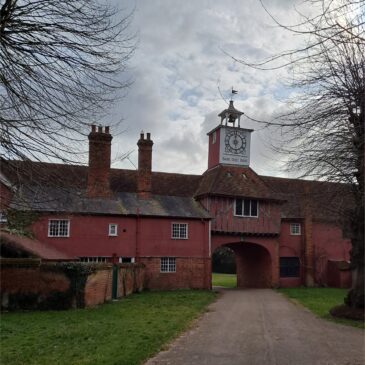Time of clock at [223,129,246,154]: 5:59
